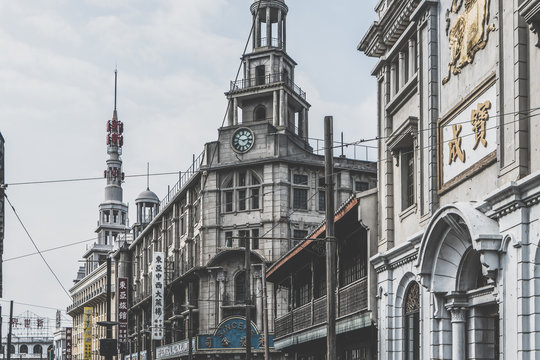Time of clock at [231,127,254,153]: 2:48
